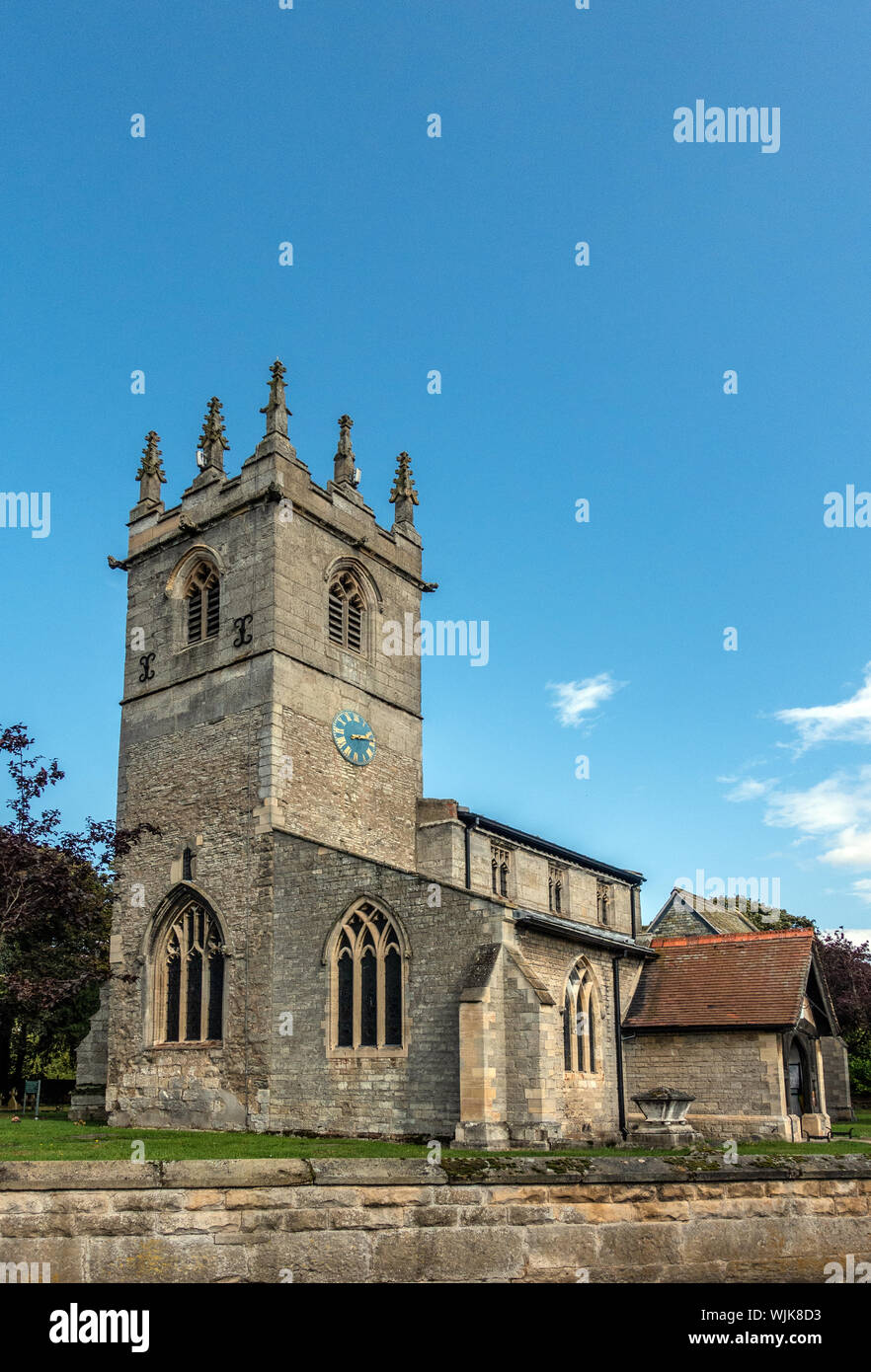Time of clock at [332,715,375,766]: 2:13
